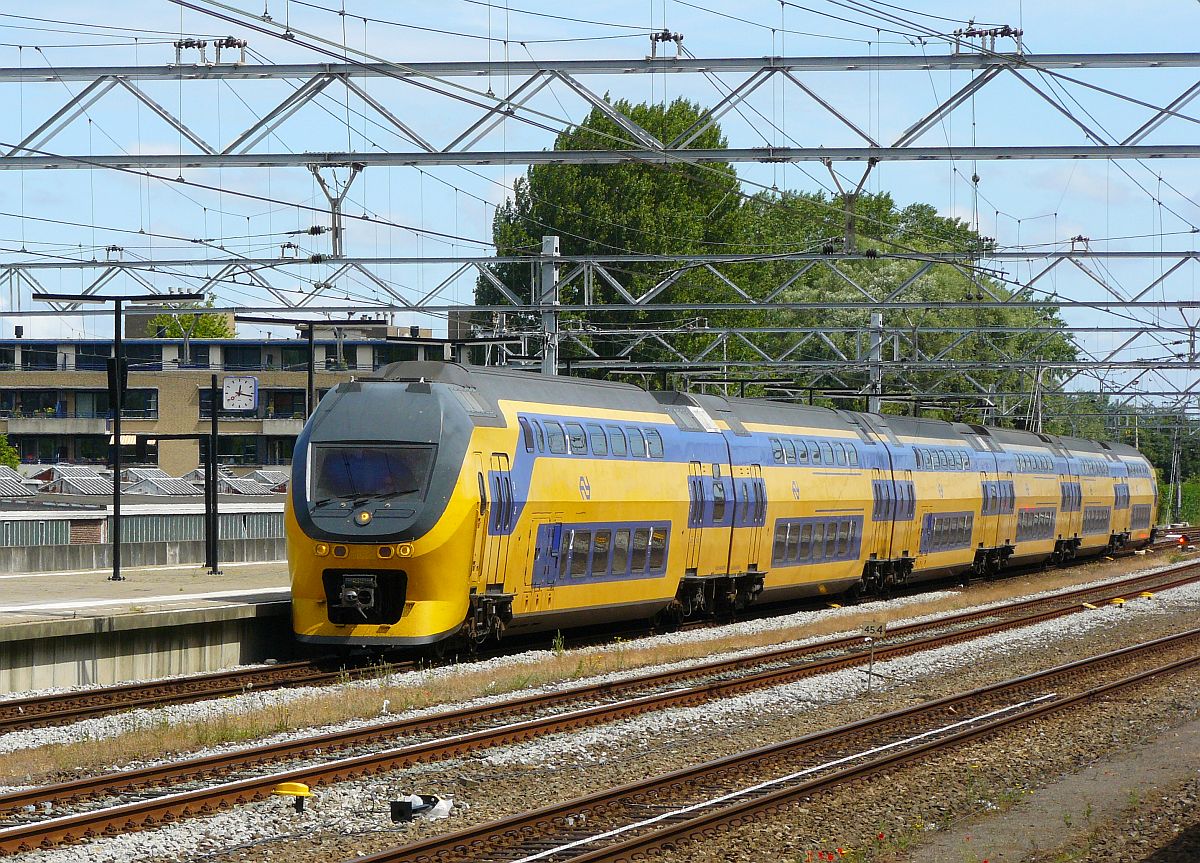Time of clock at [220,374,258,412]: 12:16
